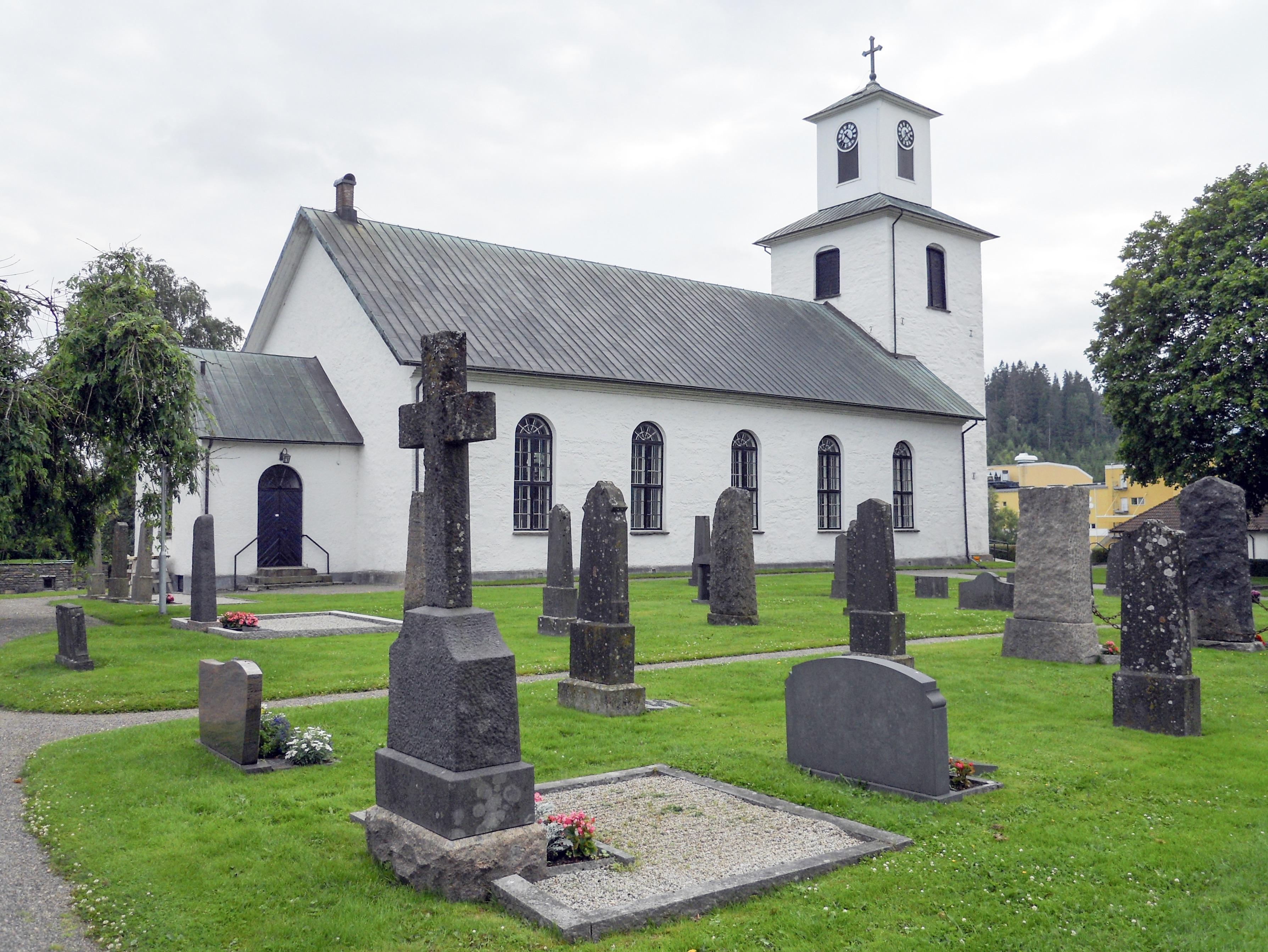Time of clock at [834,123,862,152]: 4:35
